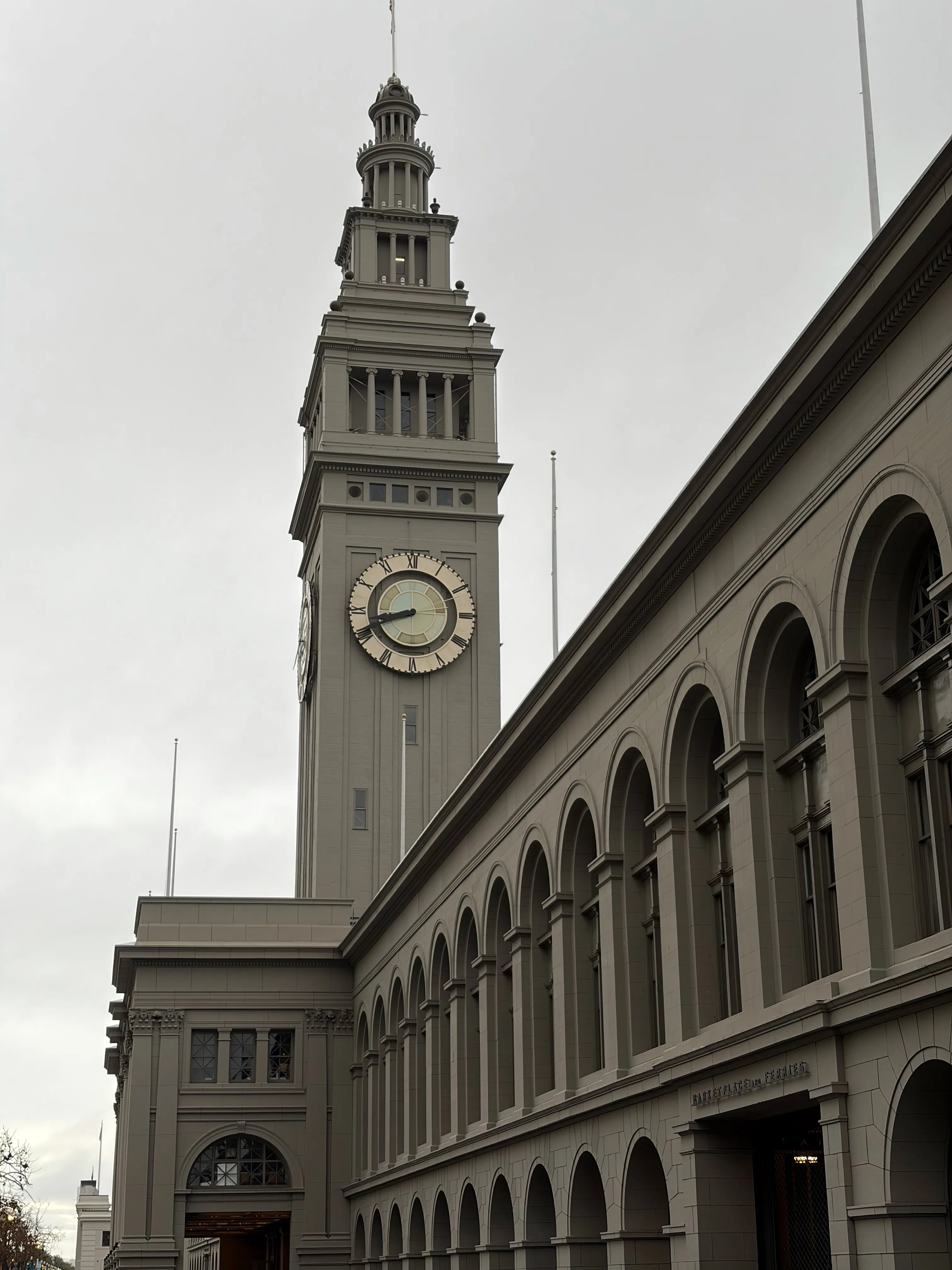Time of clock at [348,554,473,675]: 8:41
